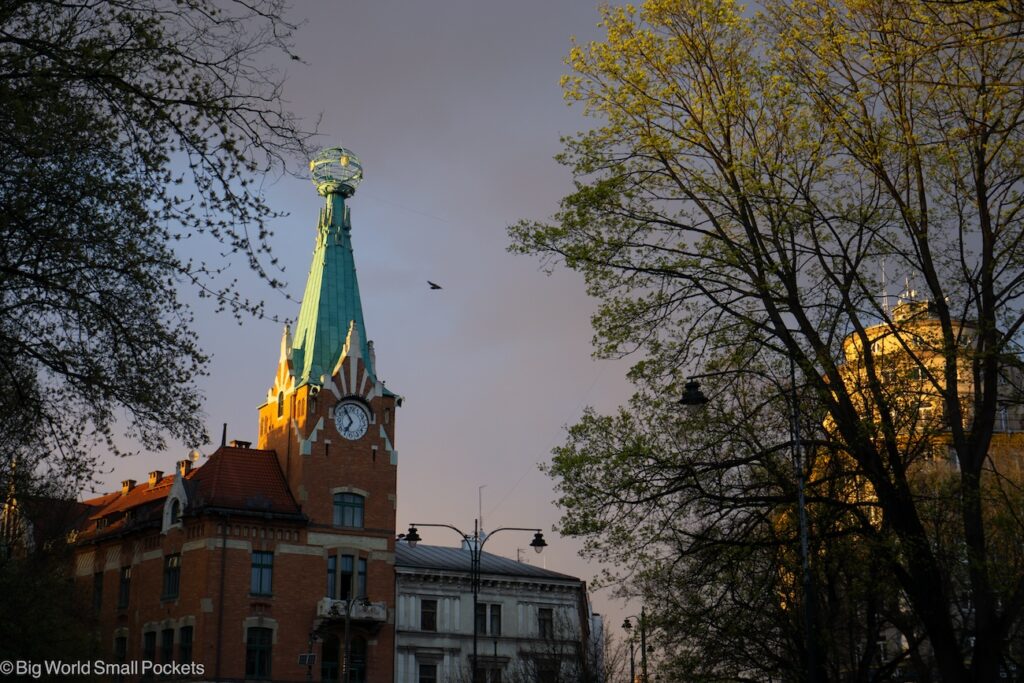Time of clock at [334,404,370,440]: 6:54
